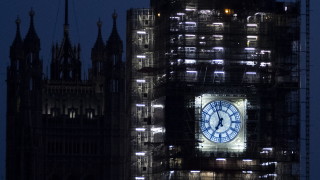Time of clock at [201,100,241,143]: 6:56
